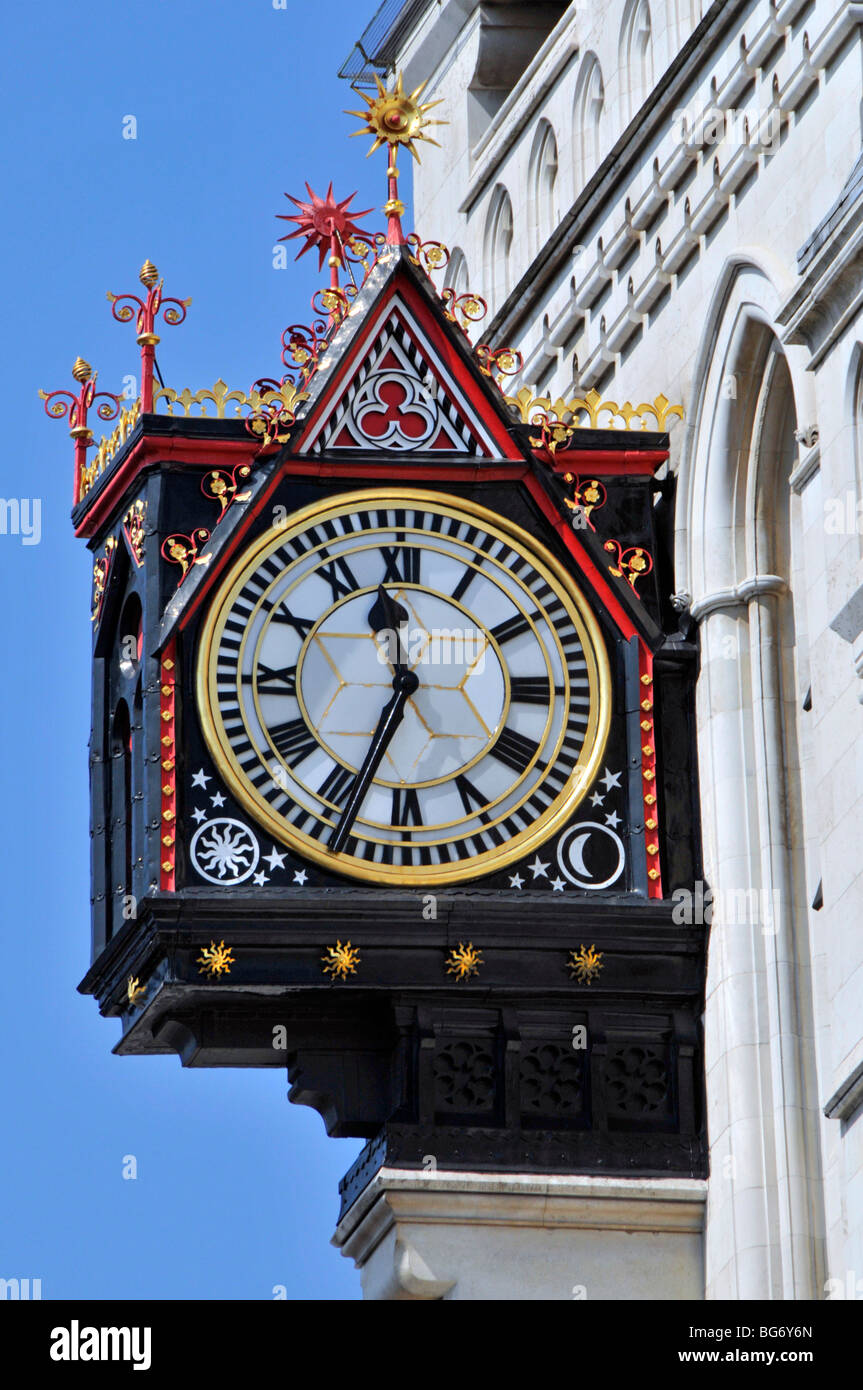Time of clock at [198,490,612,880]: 11:33
